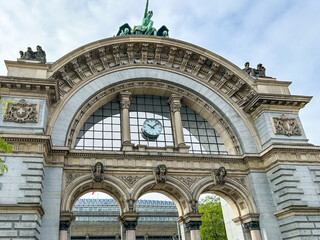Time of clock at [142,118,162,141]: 10:07
